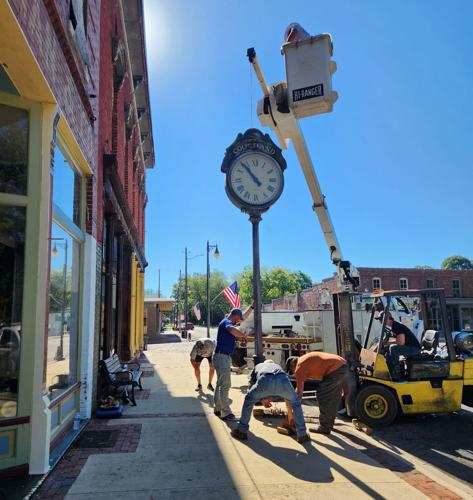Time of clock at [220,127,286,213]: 10:53
